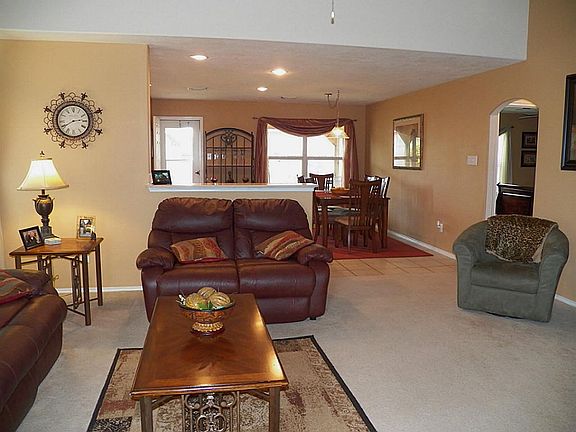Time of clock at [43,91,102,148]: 2:40
